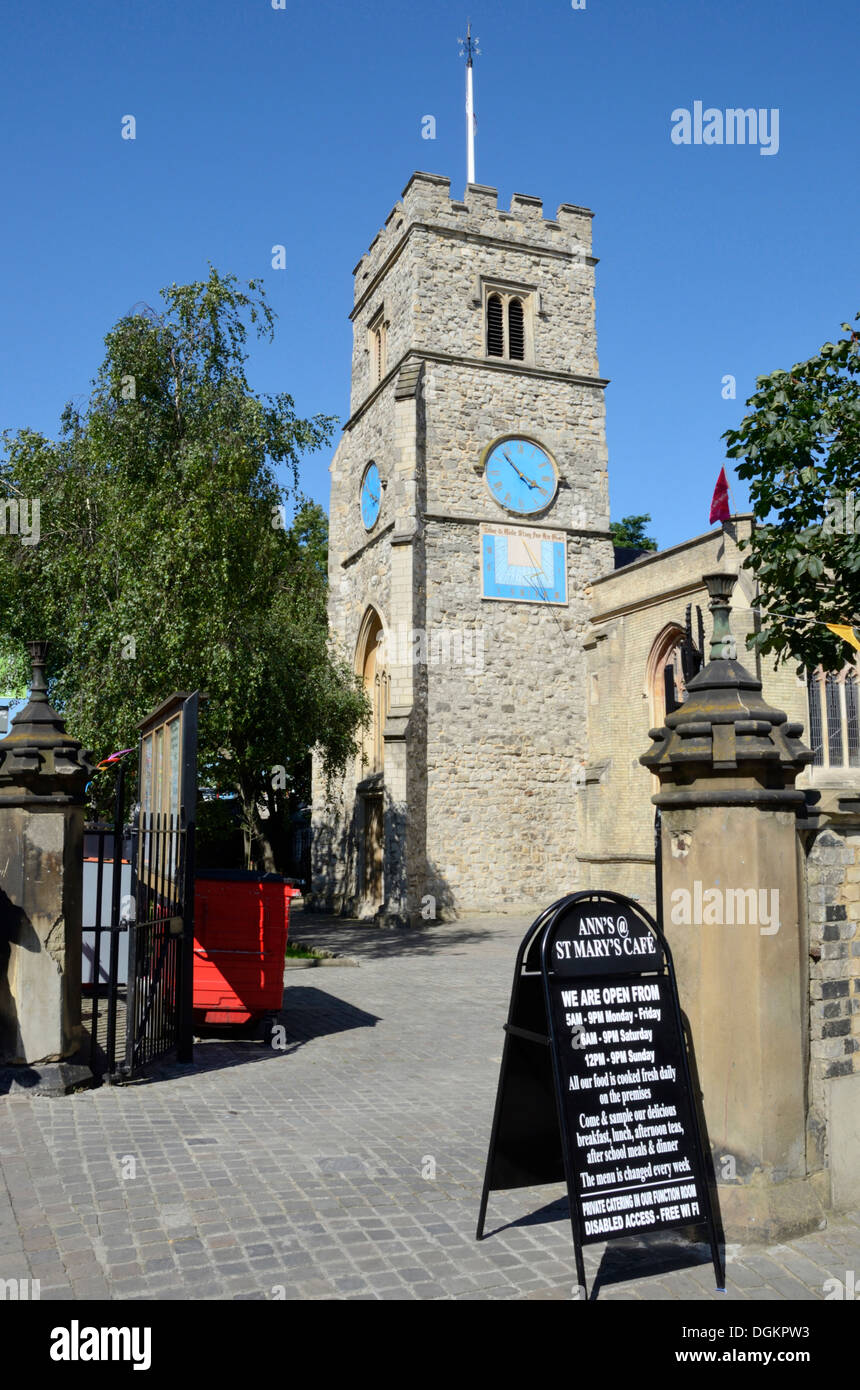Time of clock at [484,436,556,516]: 3:52
